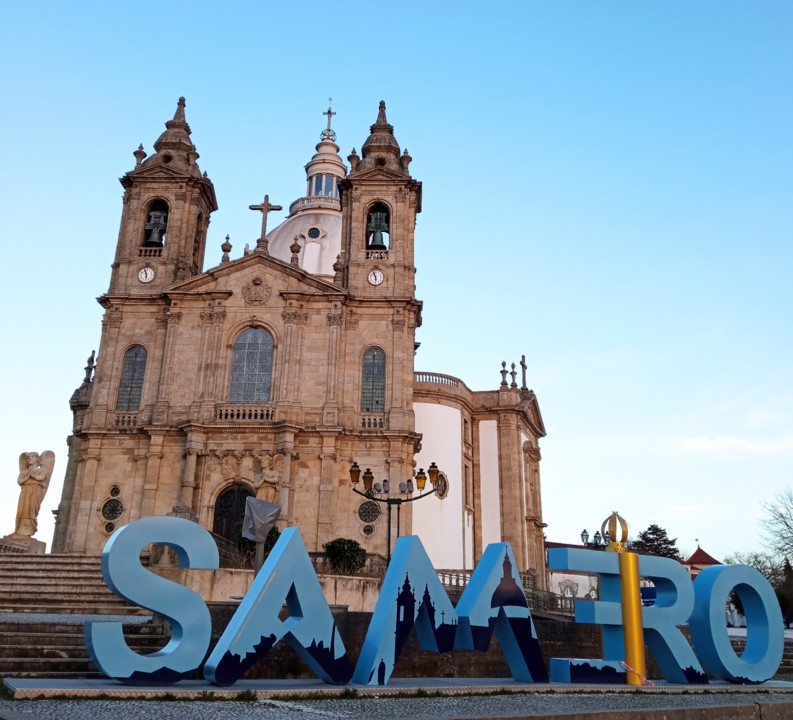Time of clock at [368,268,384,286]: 5:57
